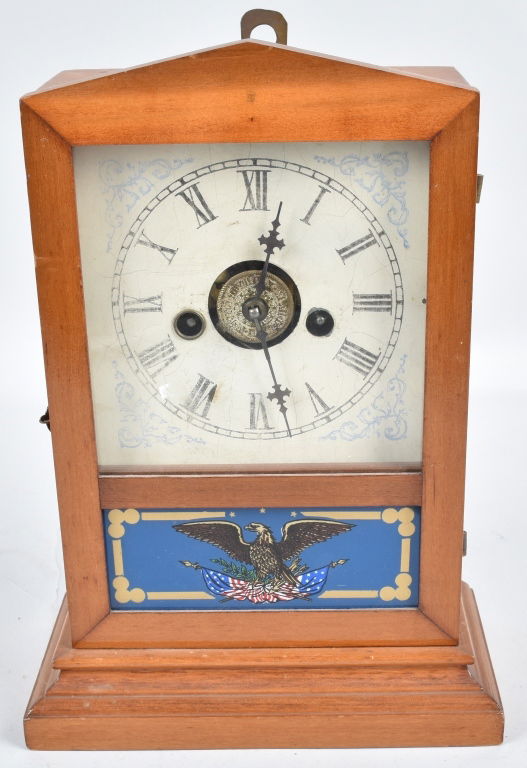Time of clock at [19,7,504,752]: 12:27
